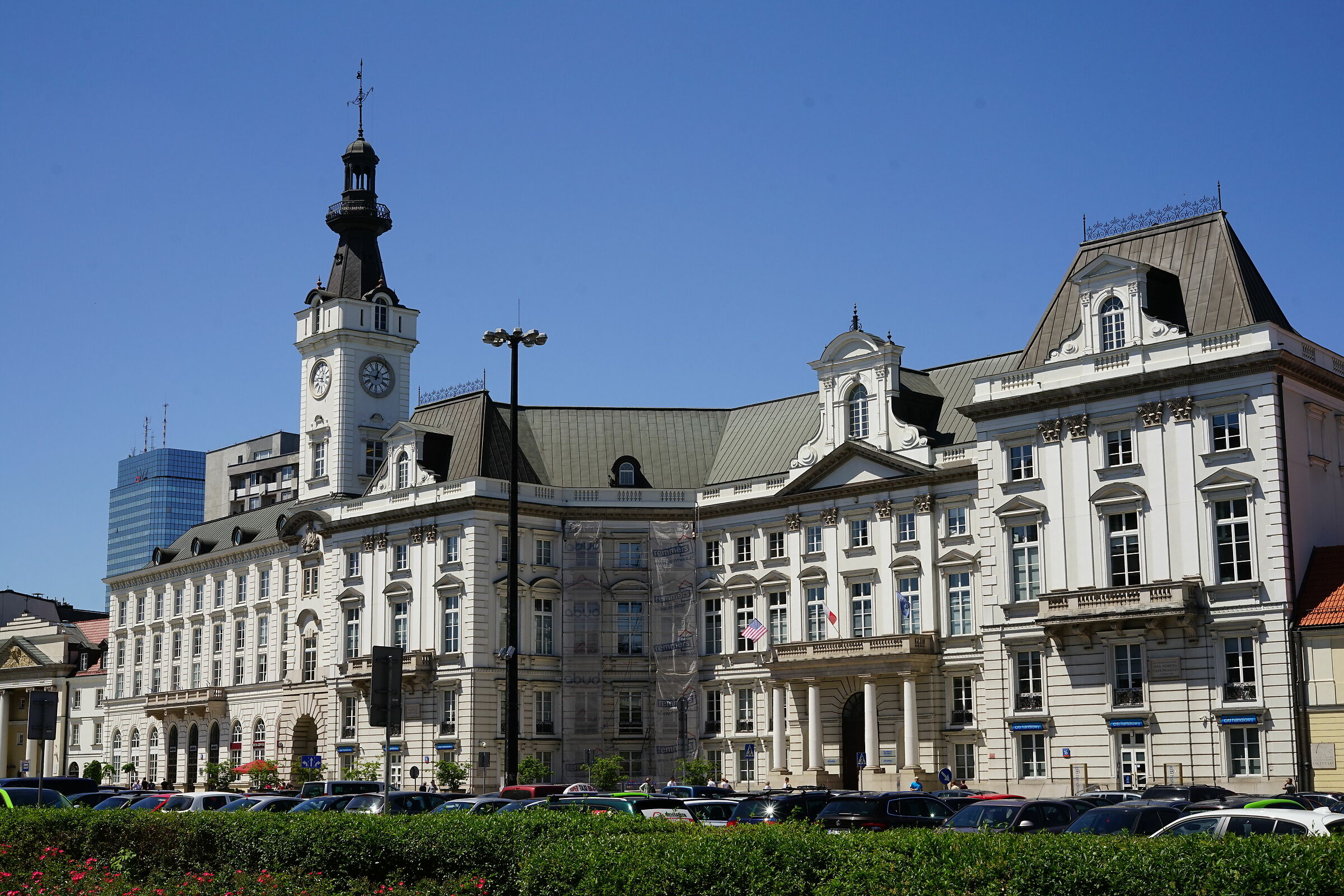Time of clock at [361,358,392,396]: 12:46
